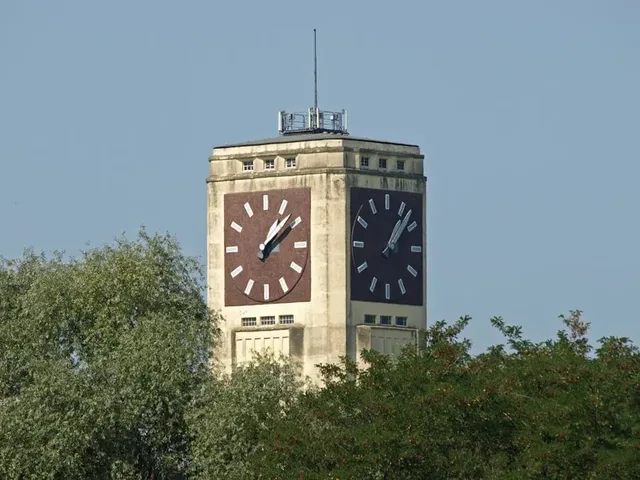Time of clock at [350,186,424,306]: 1:07
